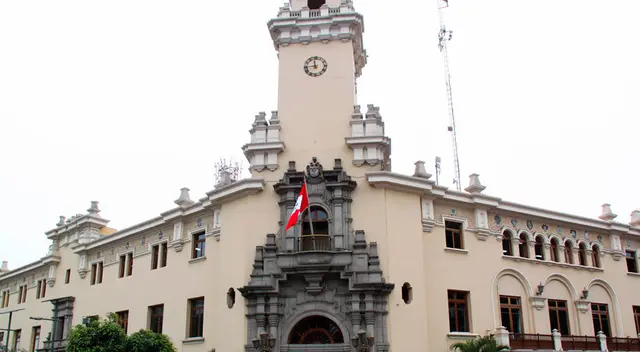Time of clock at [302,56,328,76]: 11:44
